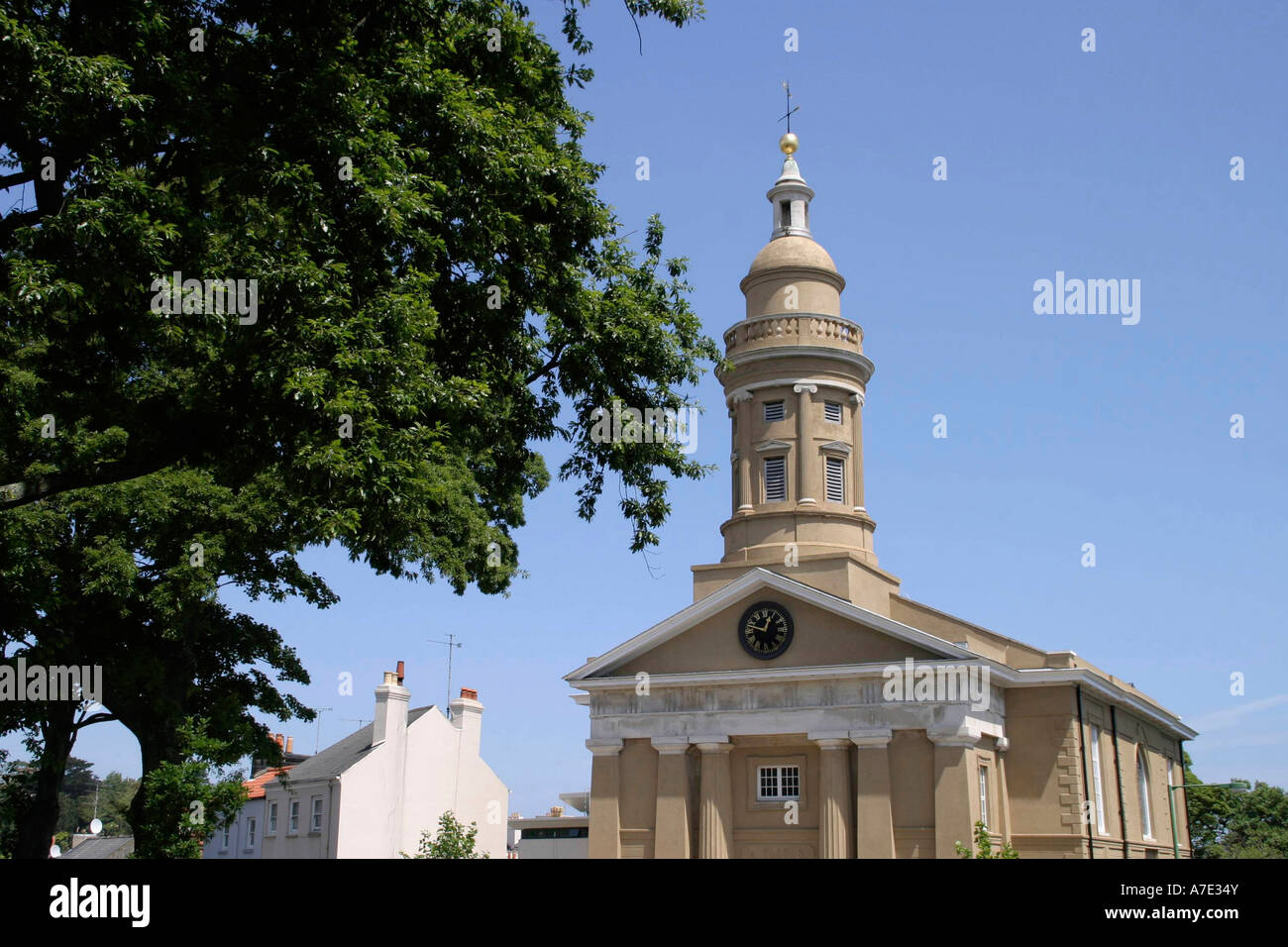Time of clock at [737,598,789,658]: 12:47
